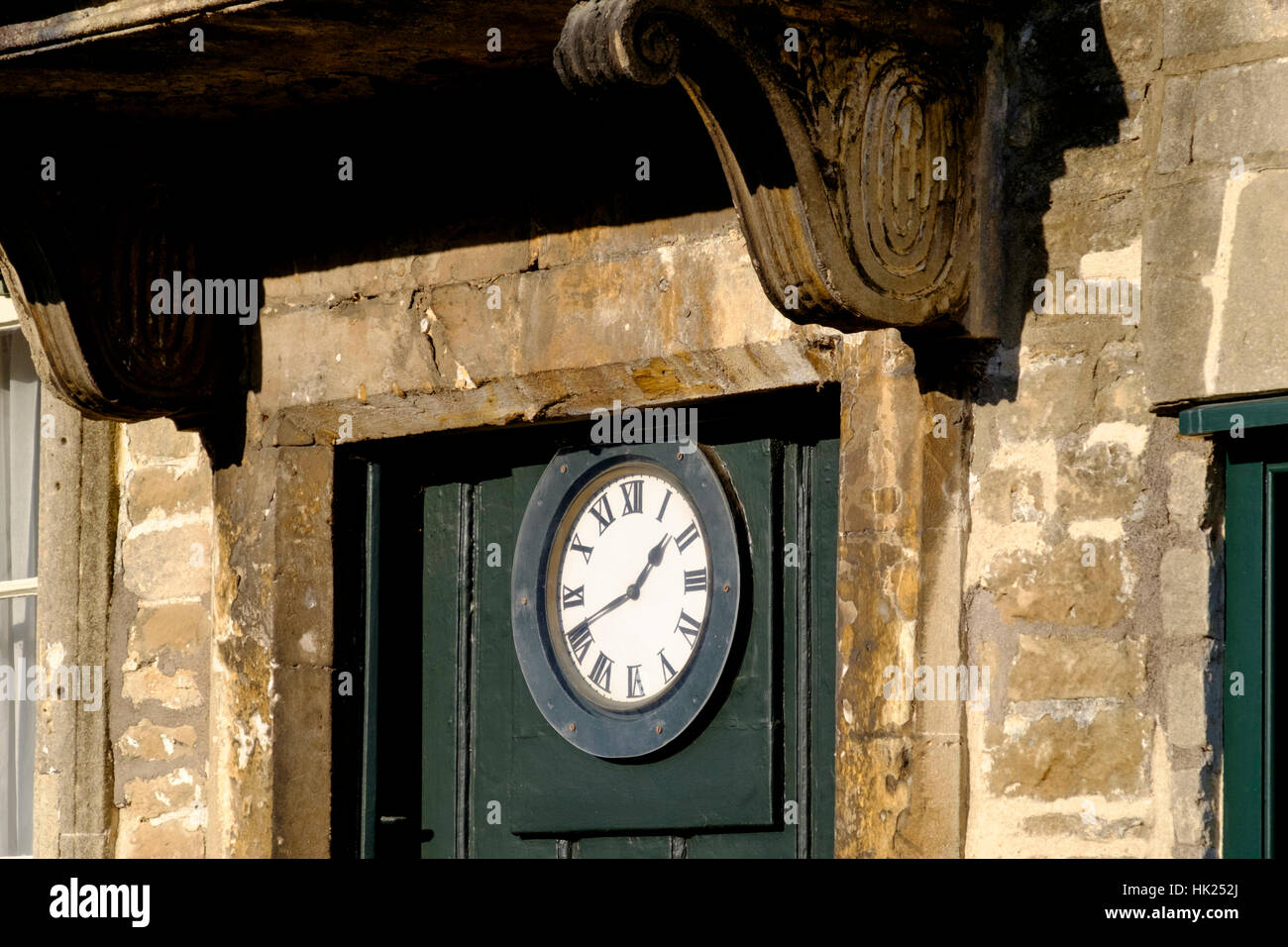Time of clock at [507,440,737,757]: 1:41
